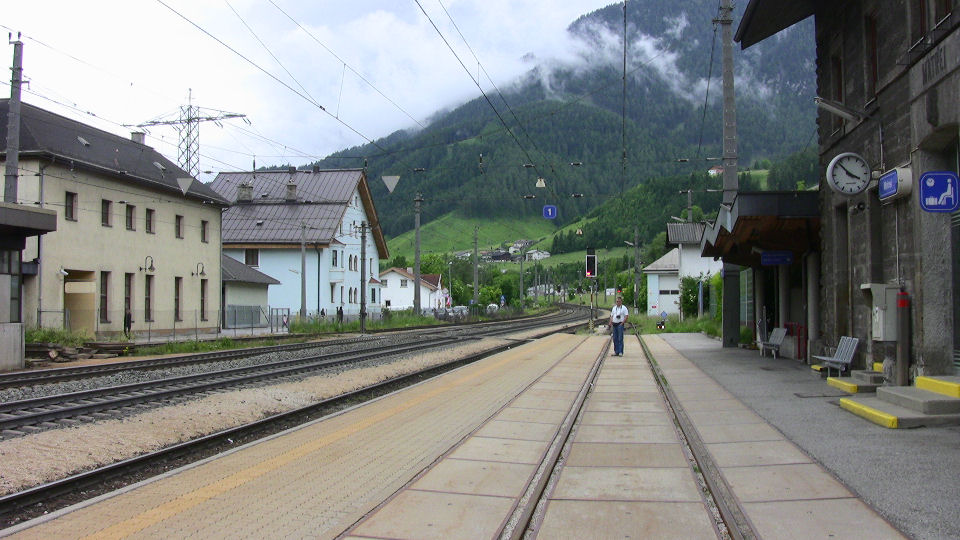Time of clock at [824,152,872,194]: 3:53
